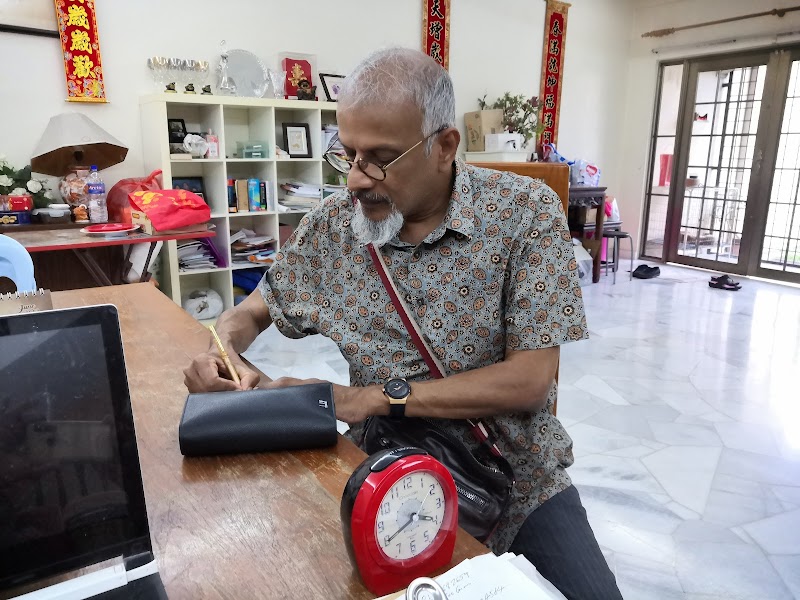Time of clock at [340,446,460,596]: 3:40
